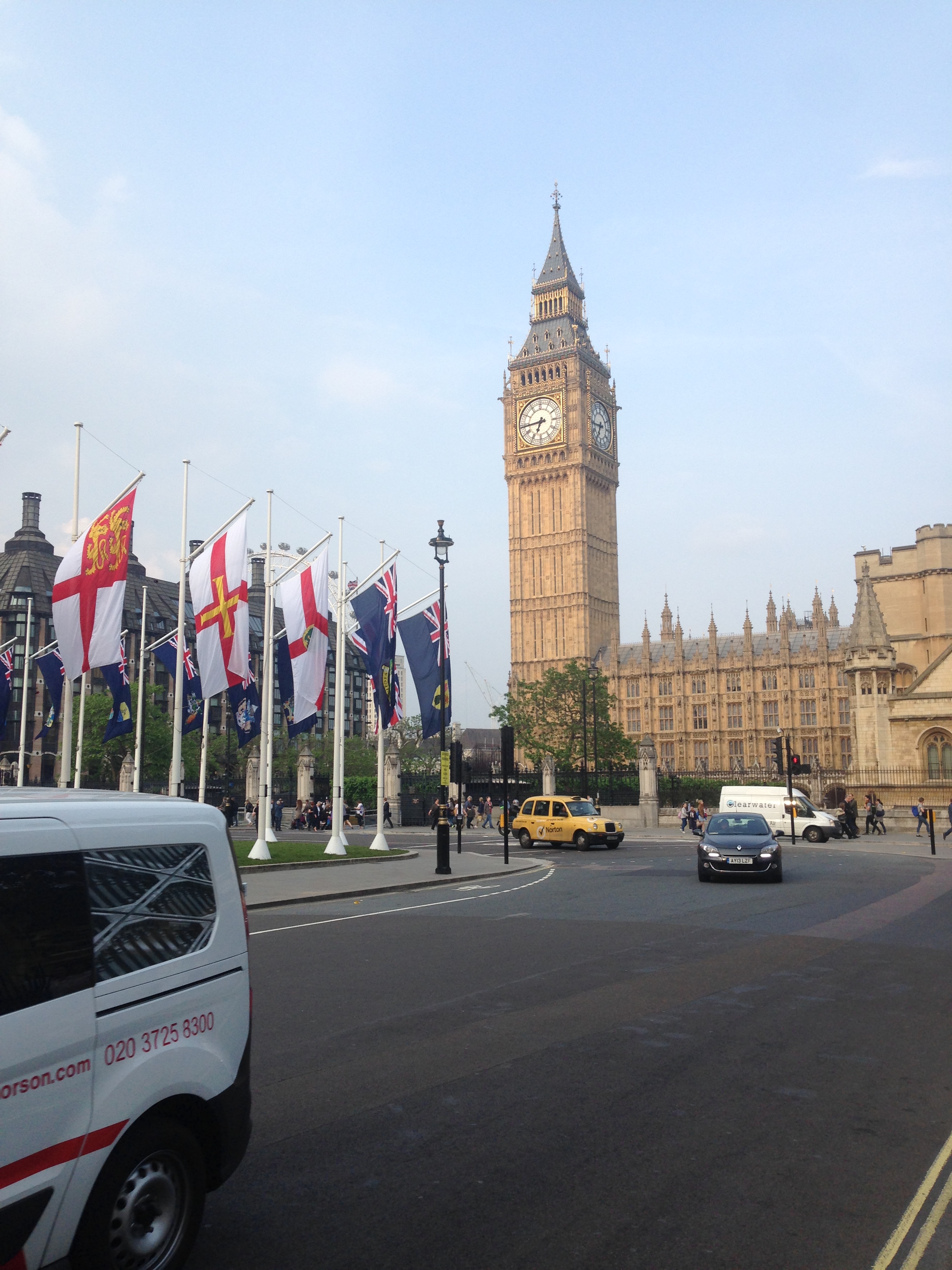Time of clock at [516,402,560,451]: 6:44
